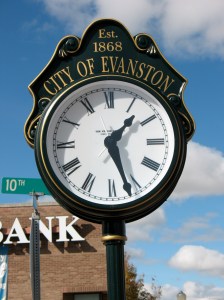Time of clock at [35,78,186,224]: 1:26
